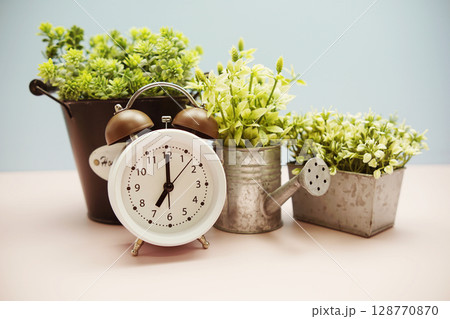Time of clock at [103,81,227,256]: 7:00
